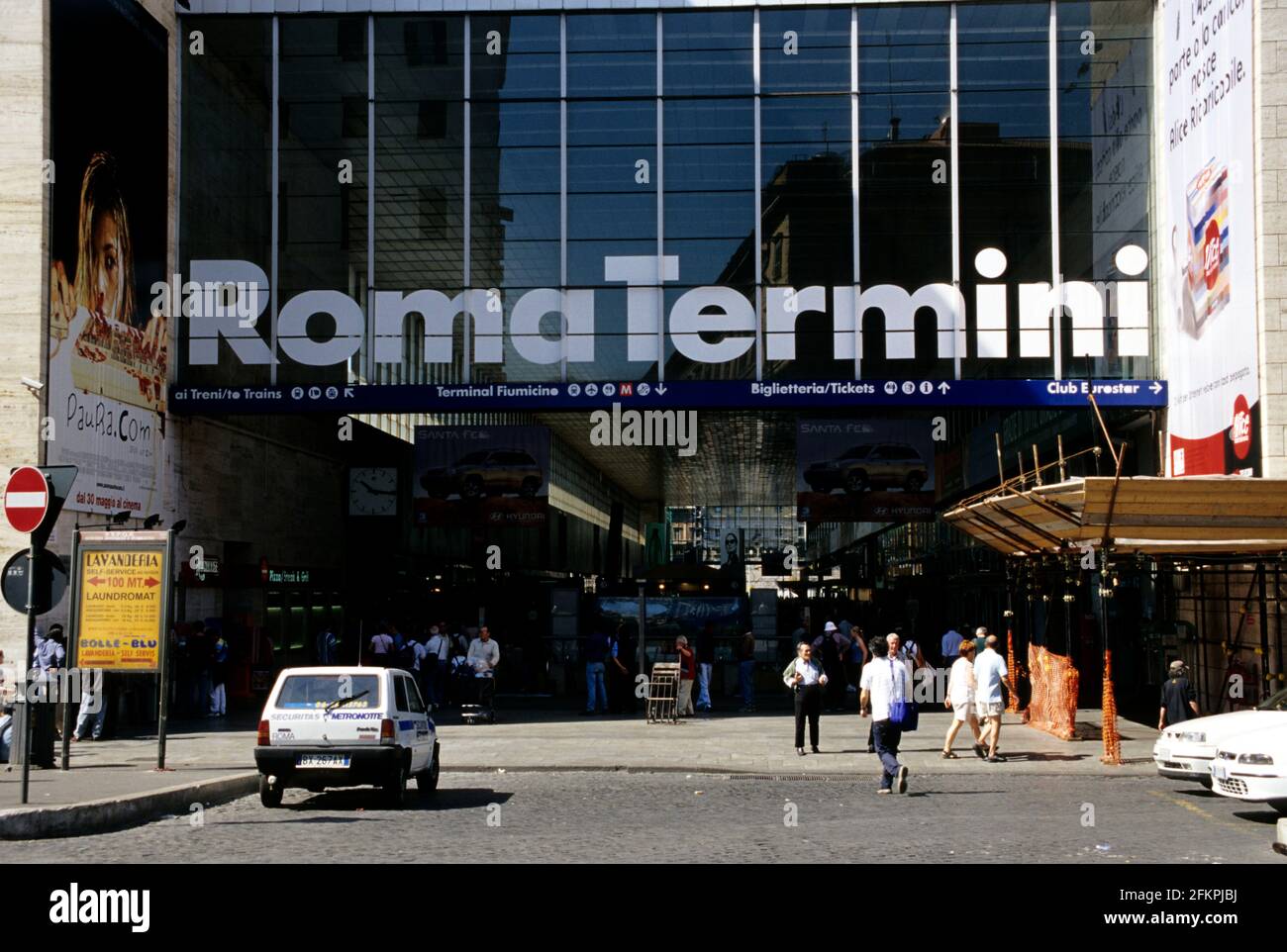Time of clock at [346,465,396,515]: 10:16
